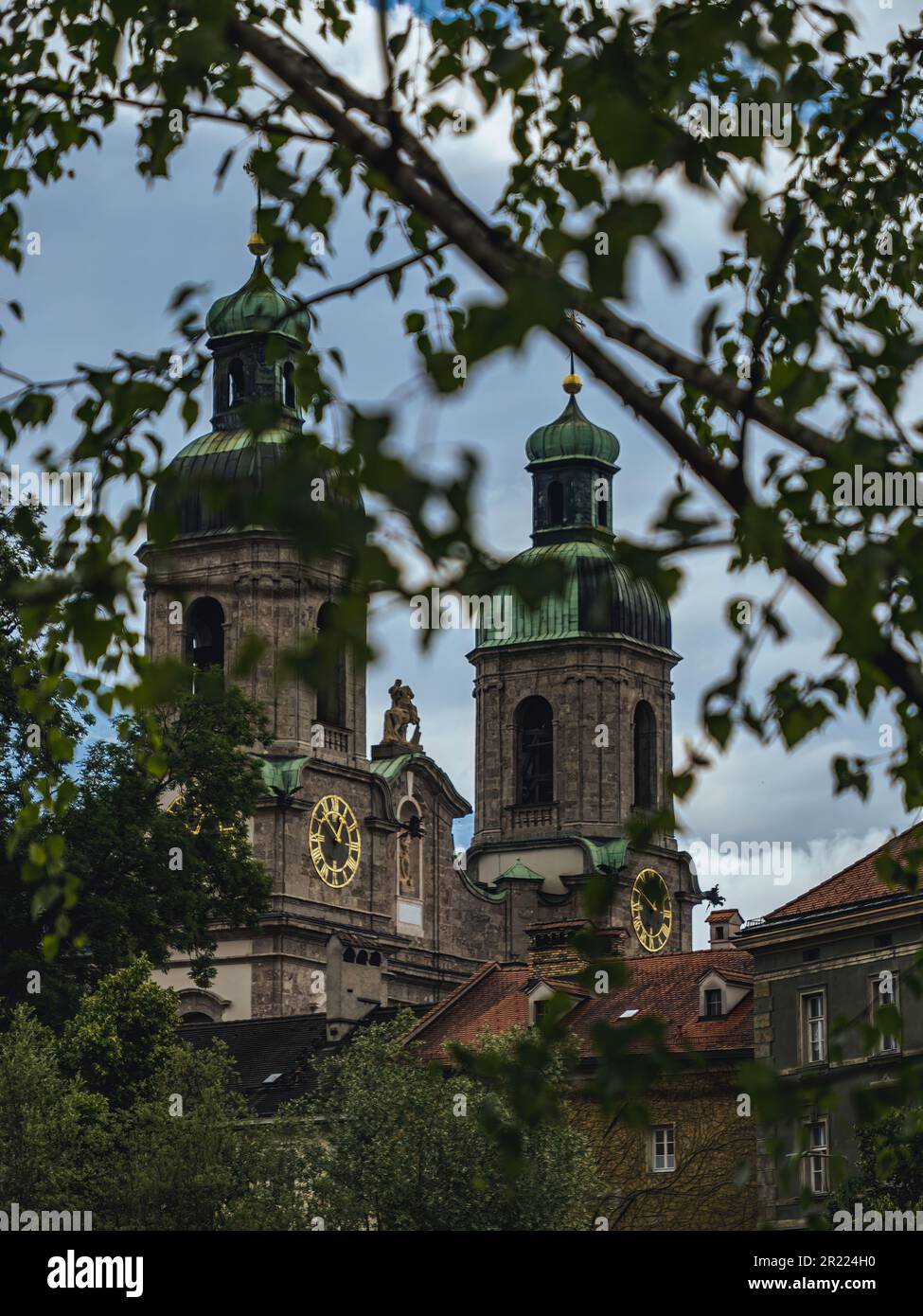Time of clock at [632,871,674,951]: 9:50
